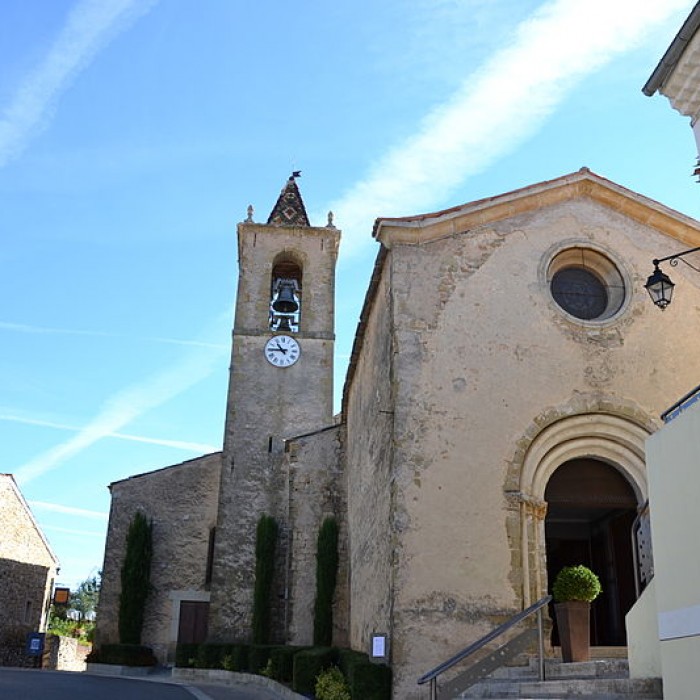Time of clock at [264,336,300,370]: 10:45
